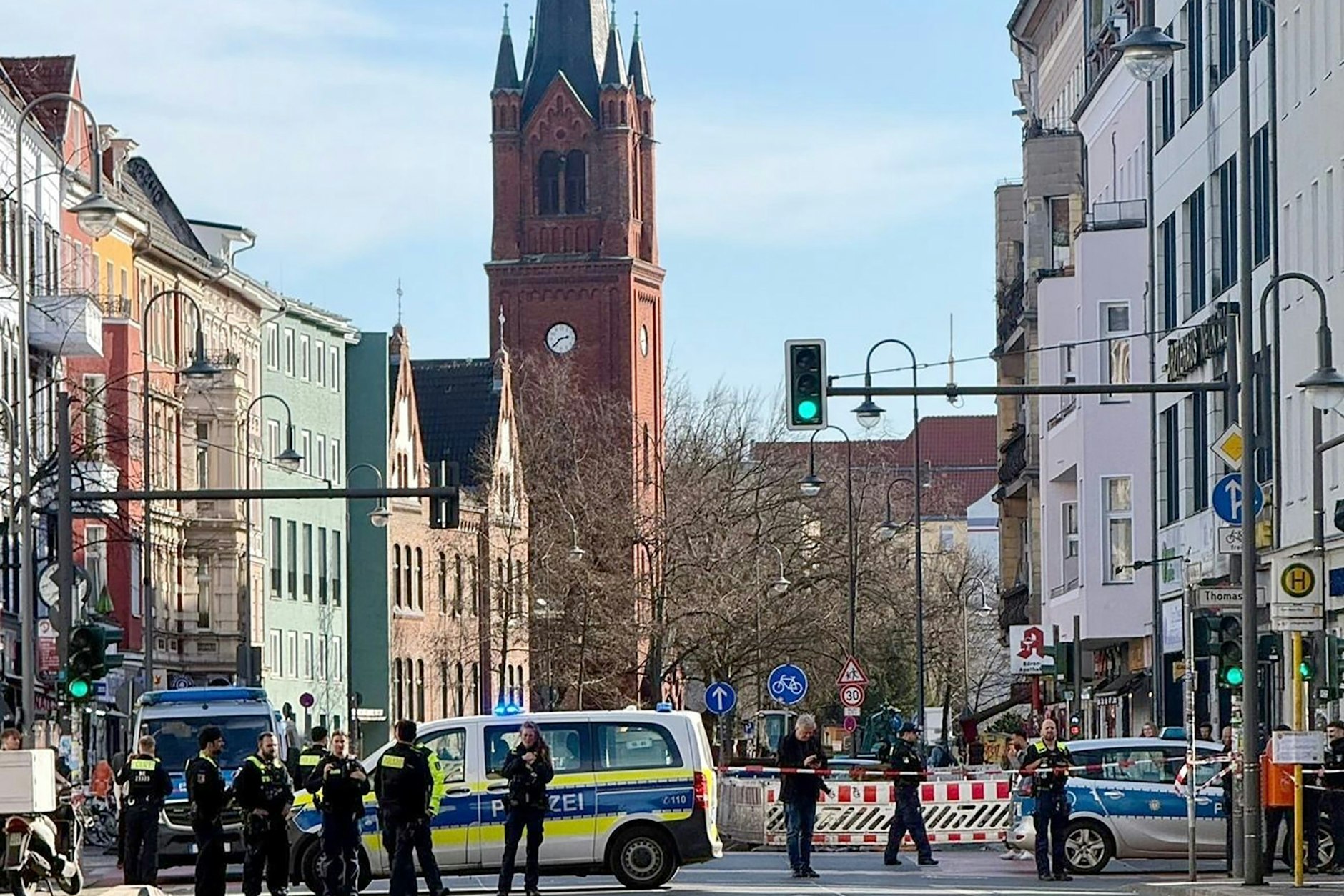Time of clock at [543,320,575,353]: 2:37
